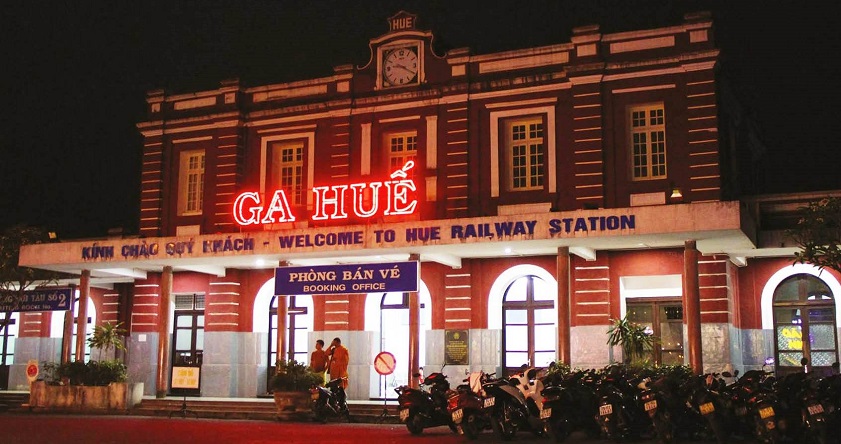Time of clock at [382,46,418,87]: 9:20
